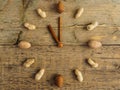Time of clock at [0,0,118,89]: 11:00
